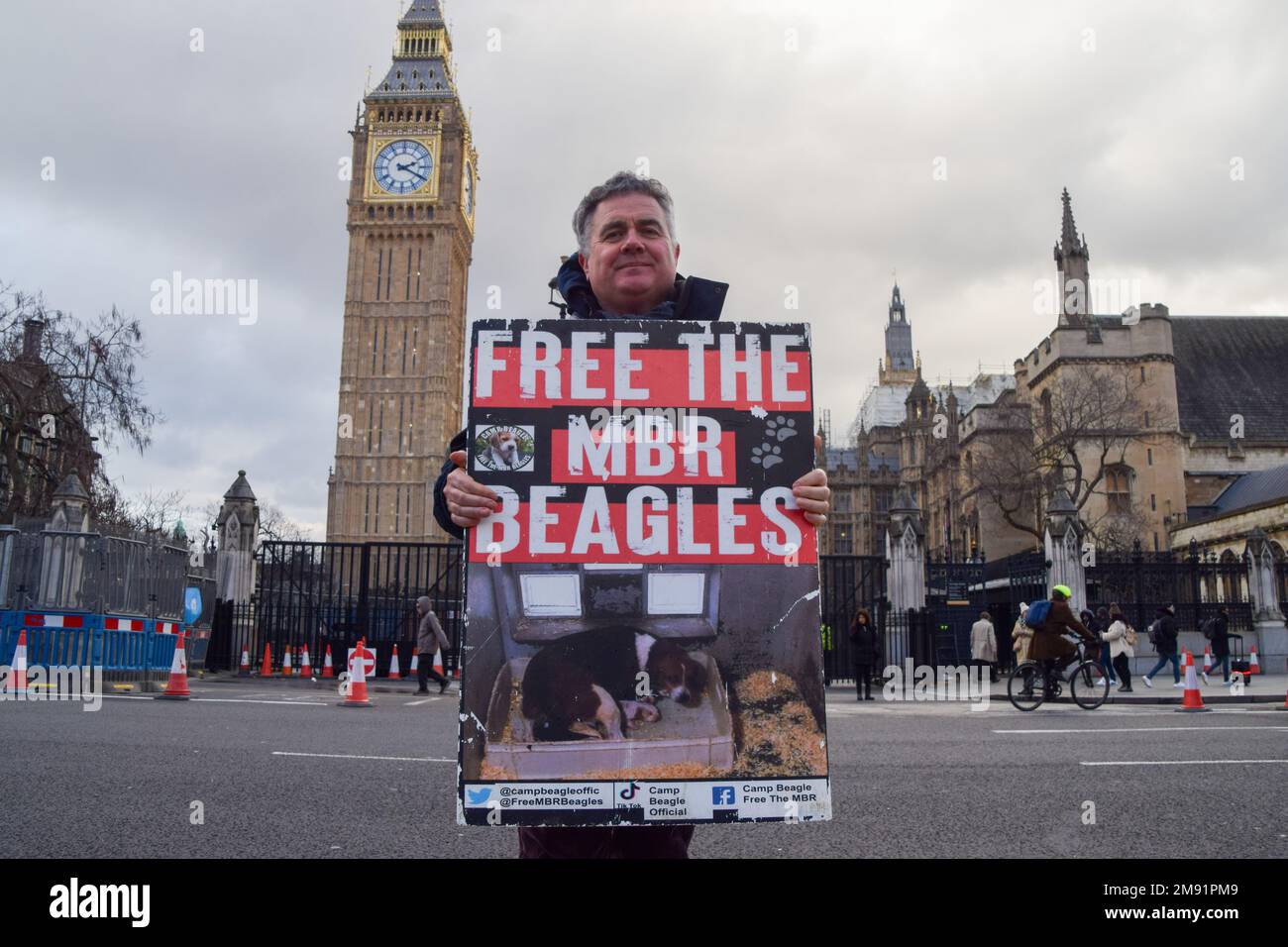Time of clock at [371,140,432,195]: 2:19
